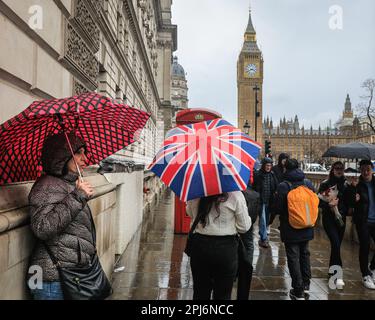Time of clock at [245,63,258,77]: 3:40
